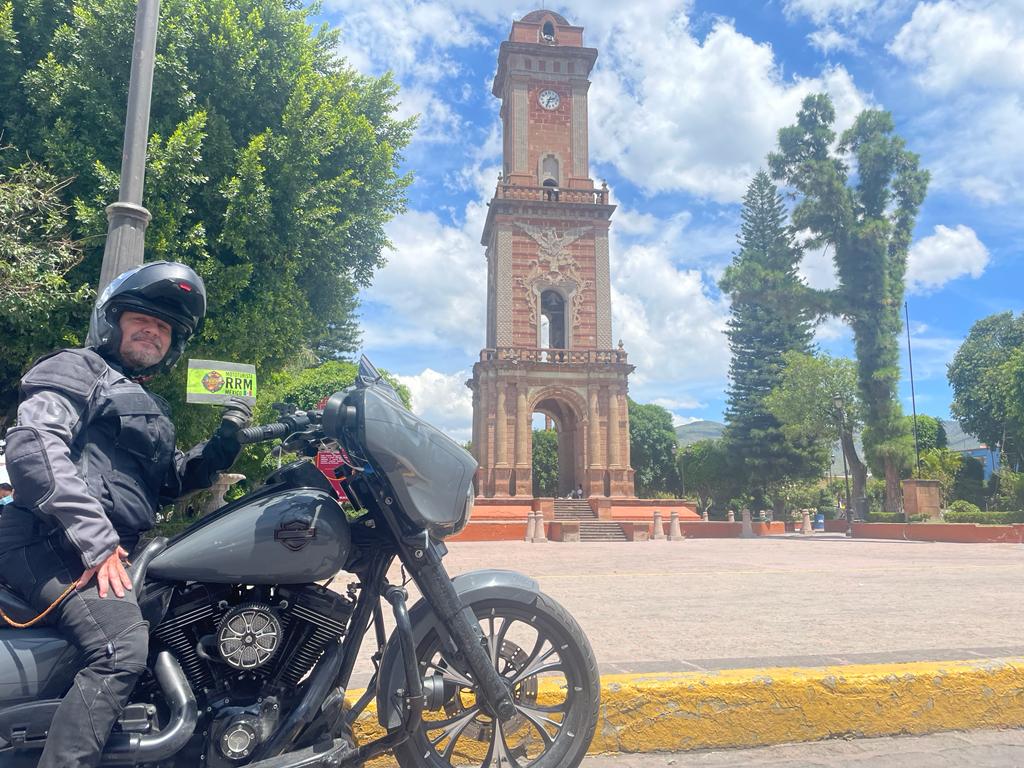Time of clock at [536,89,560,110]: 2:33
